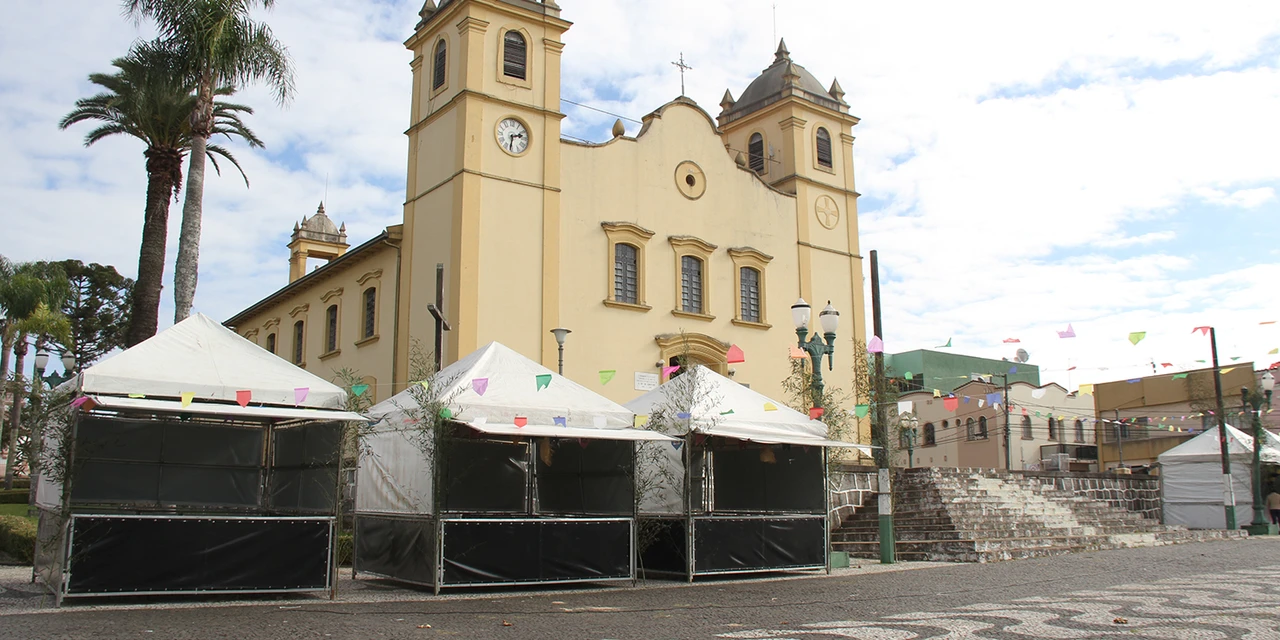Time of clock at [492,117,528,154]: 2:31
